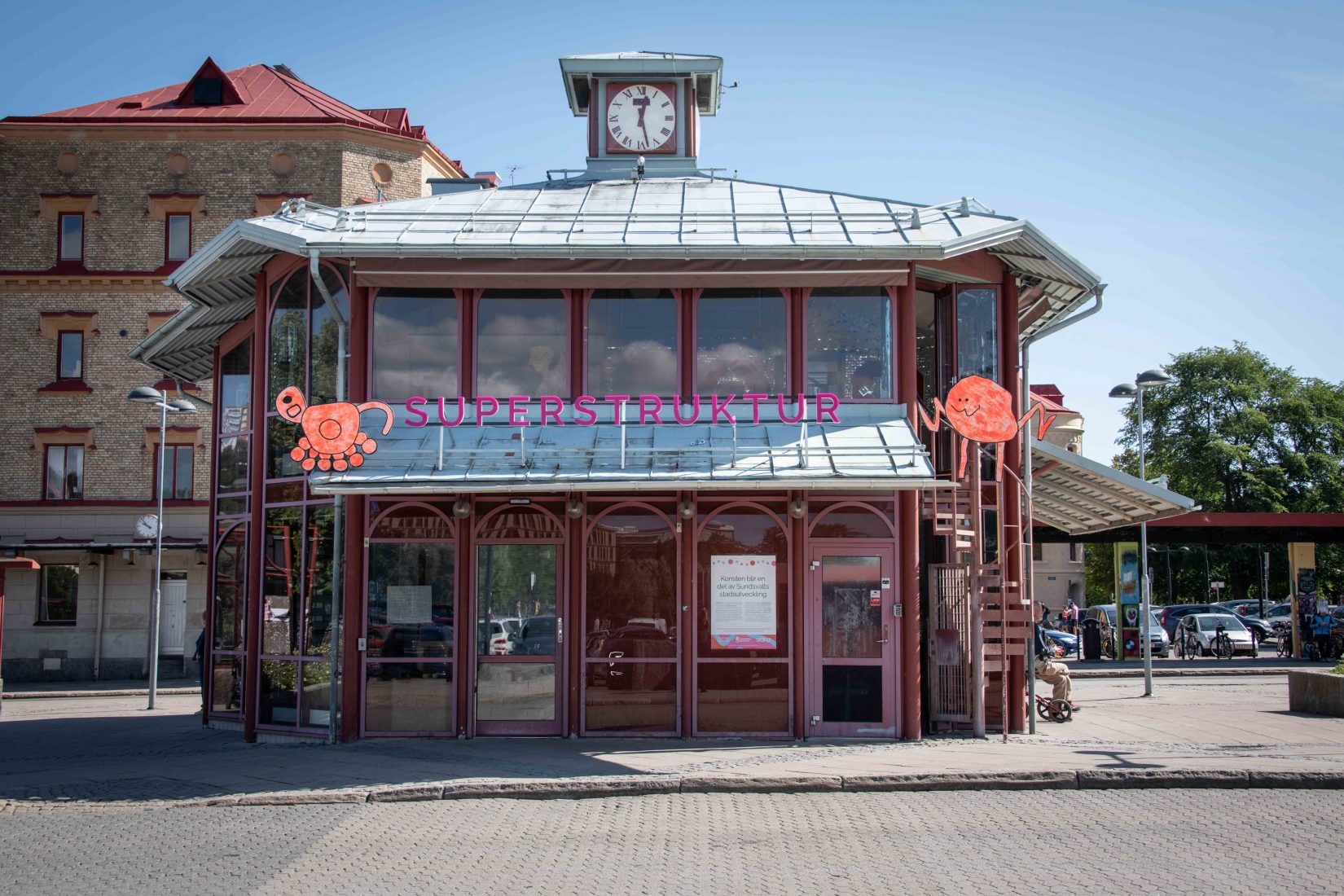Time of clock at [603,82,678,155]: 12:27
